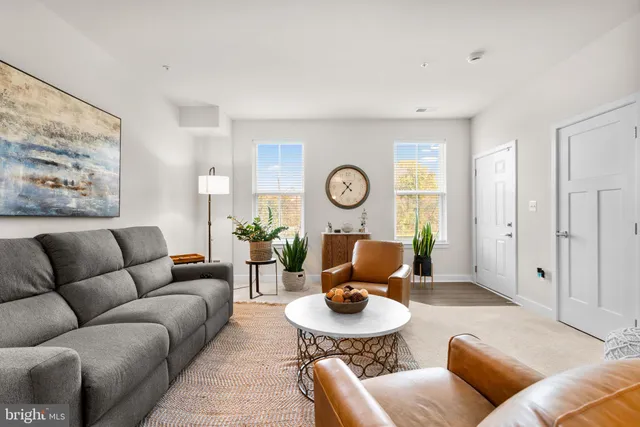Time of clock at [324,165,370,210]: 10:37
